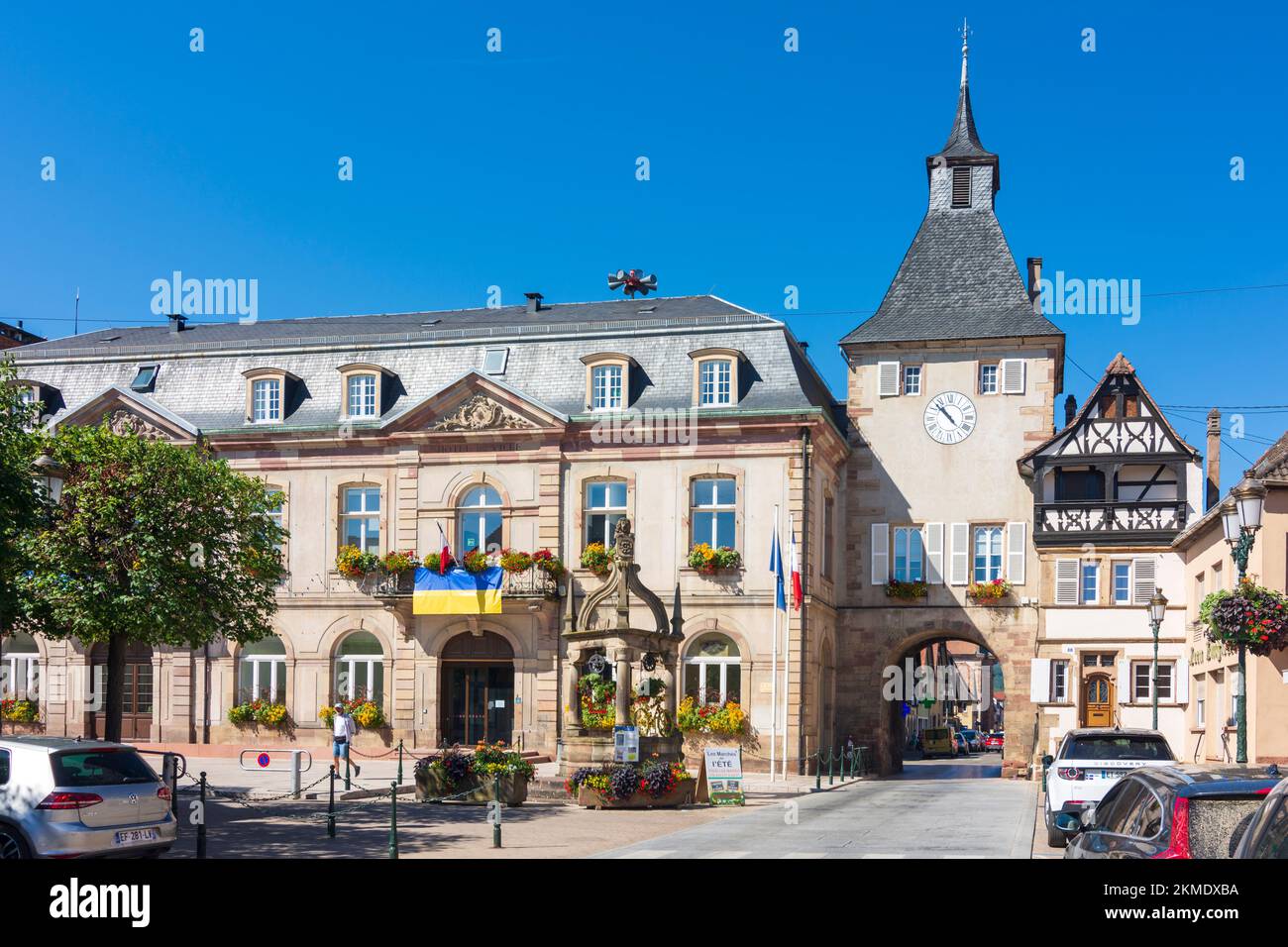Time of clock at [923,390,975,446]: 10:52
